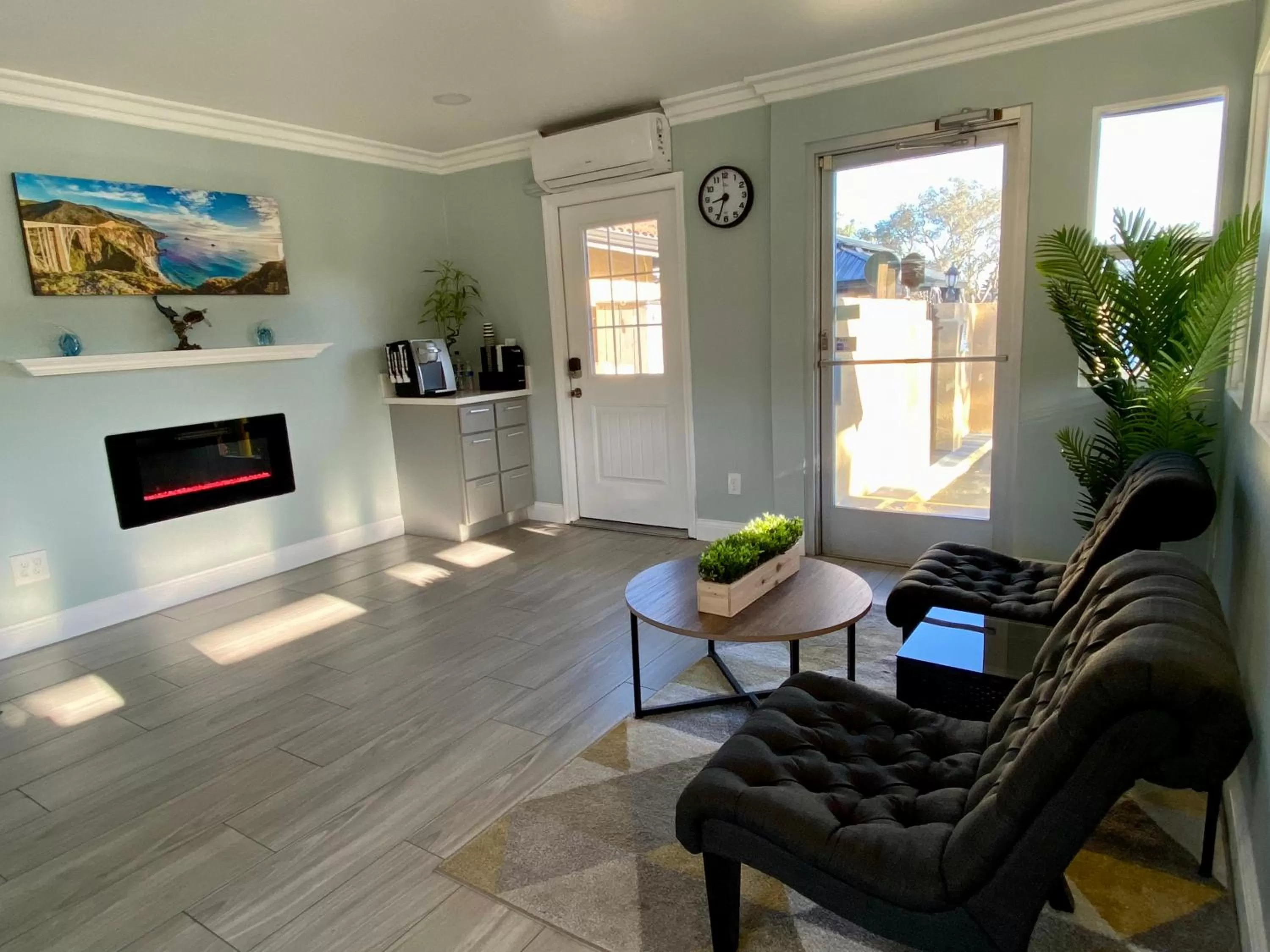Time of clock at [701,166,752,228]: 8:33
